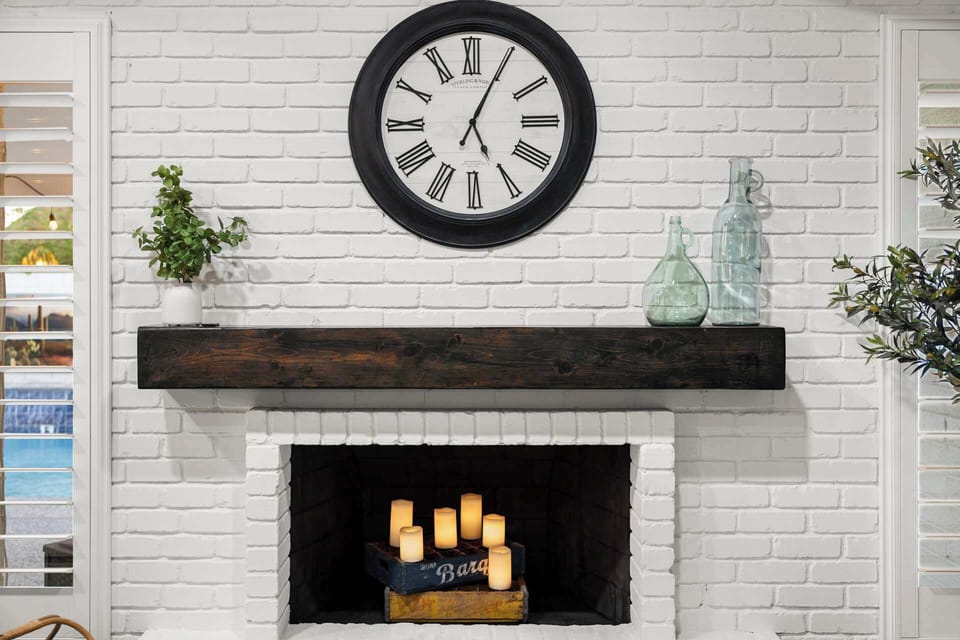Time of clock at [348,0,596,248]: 5:04
